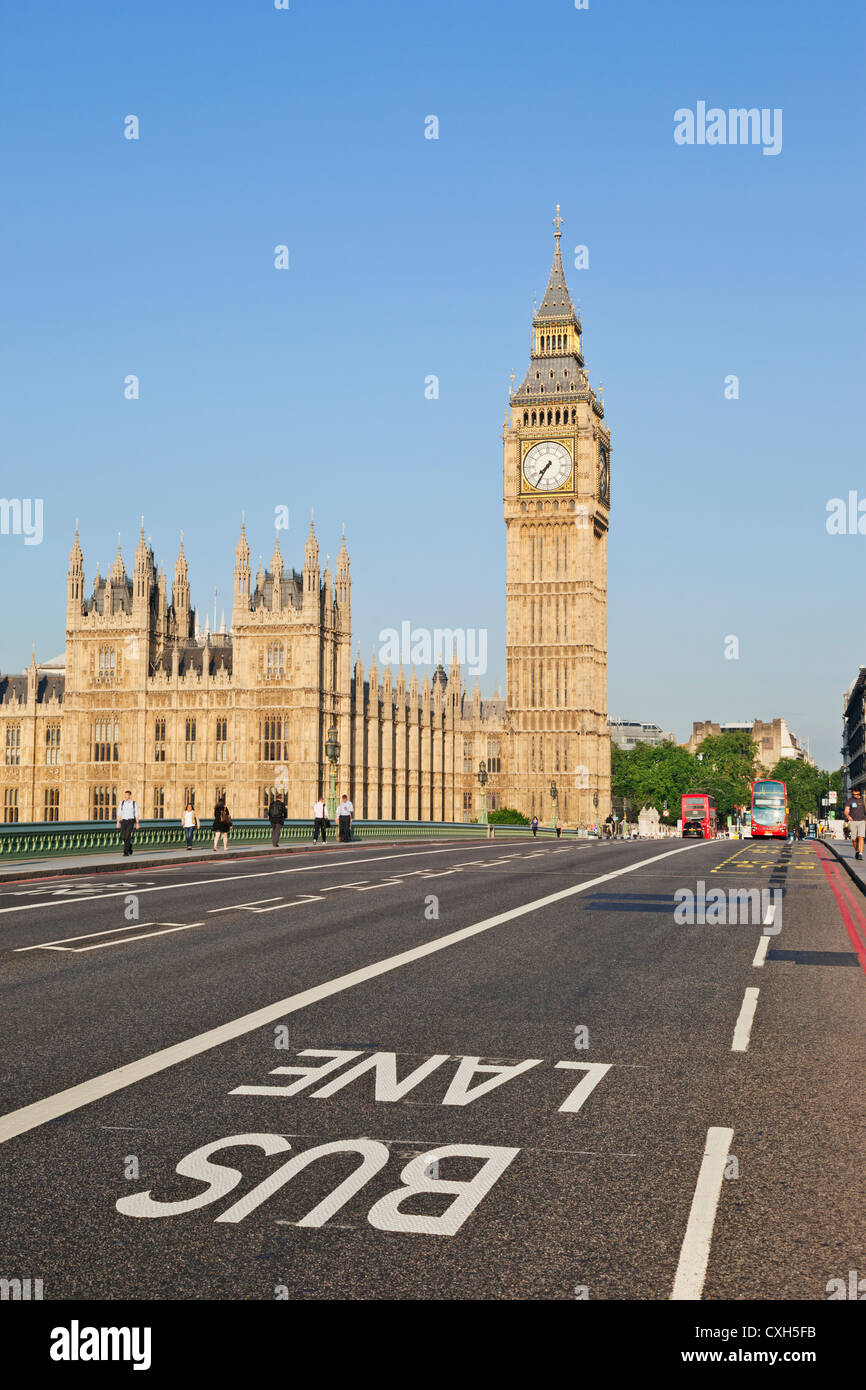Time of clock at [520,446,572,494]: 7:35
